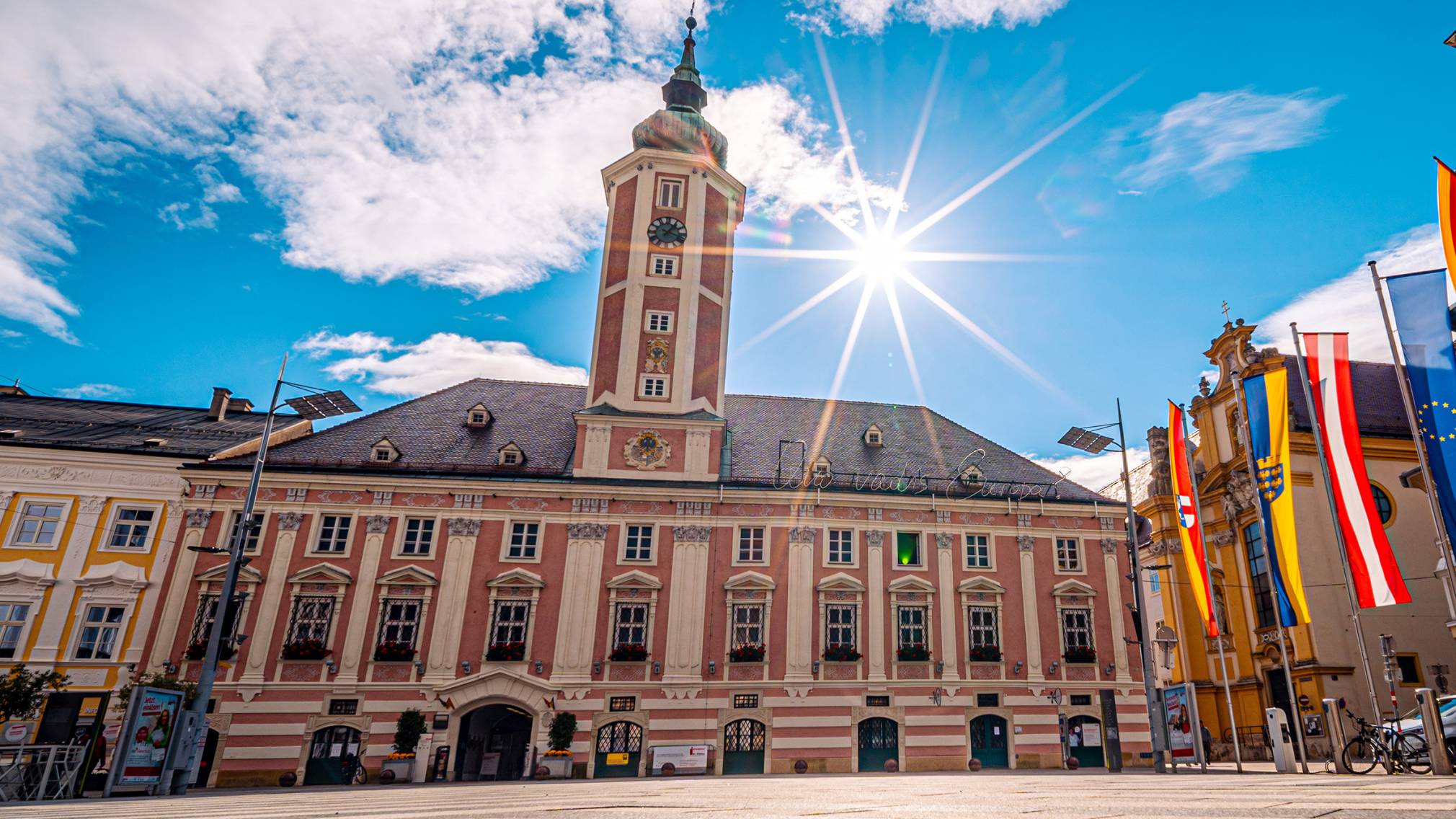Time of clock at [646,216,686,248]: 1:18
